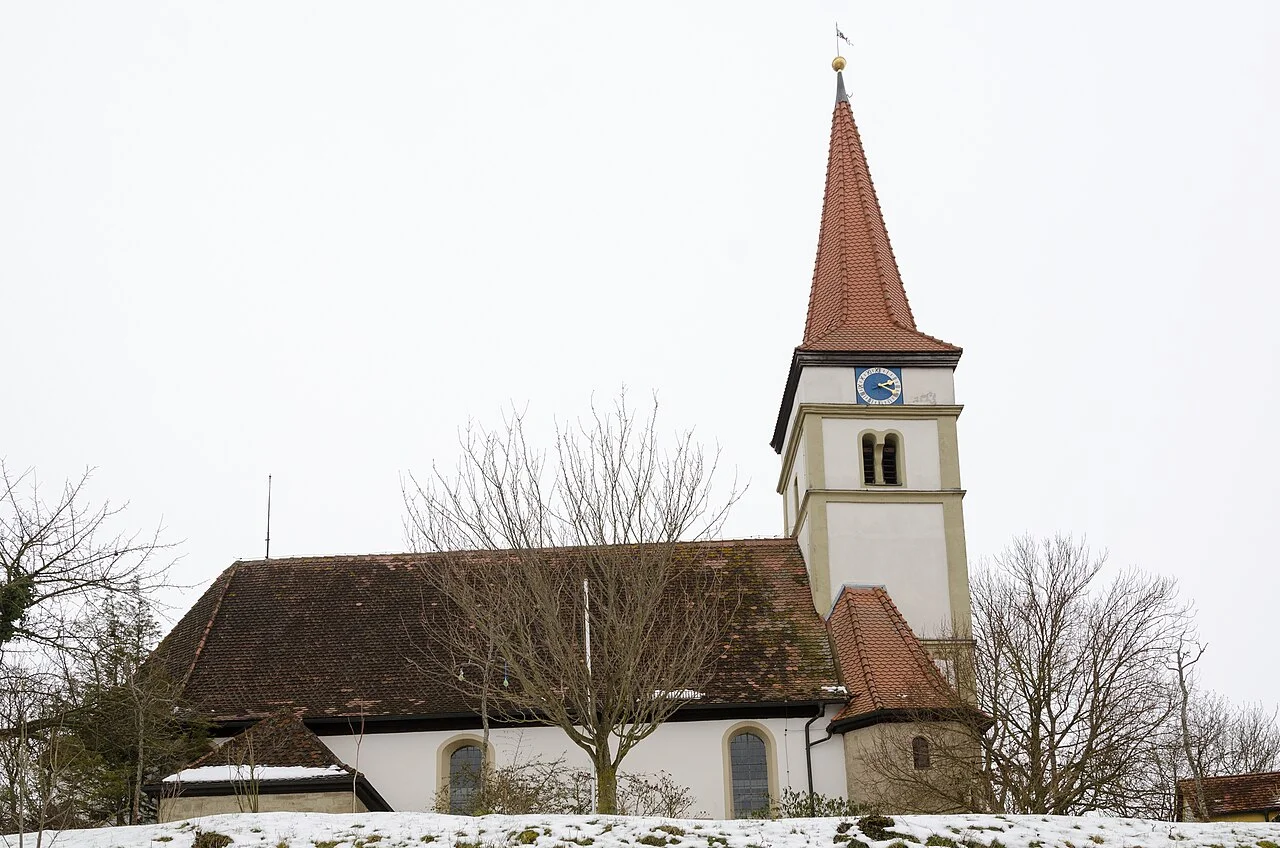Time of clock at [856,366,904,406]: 2:18
